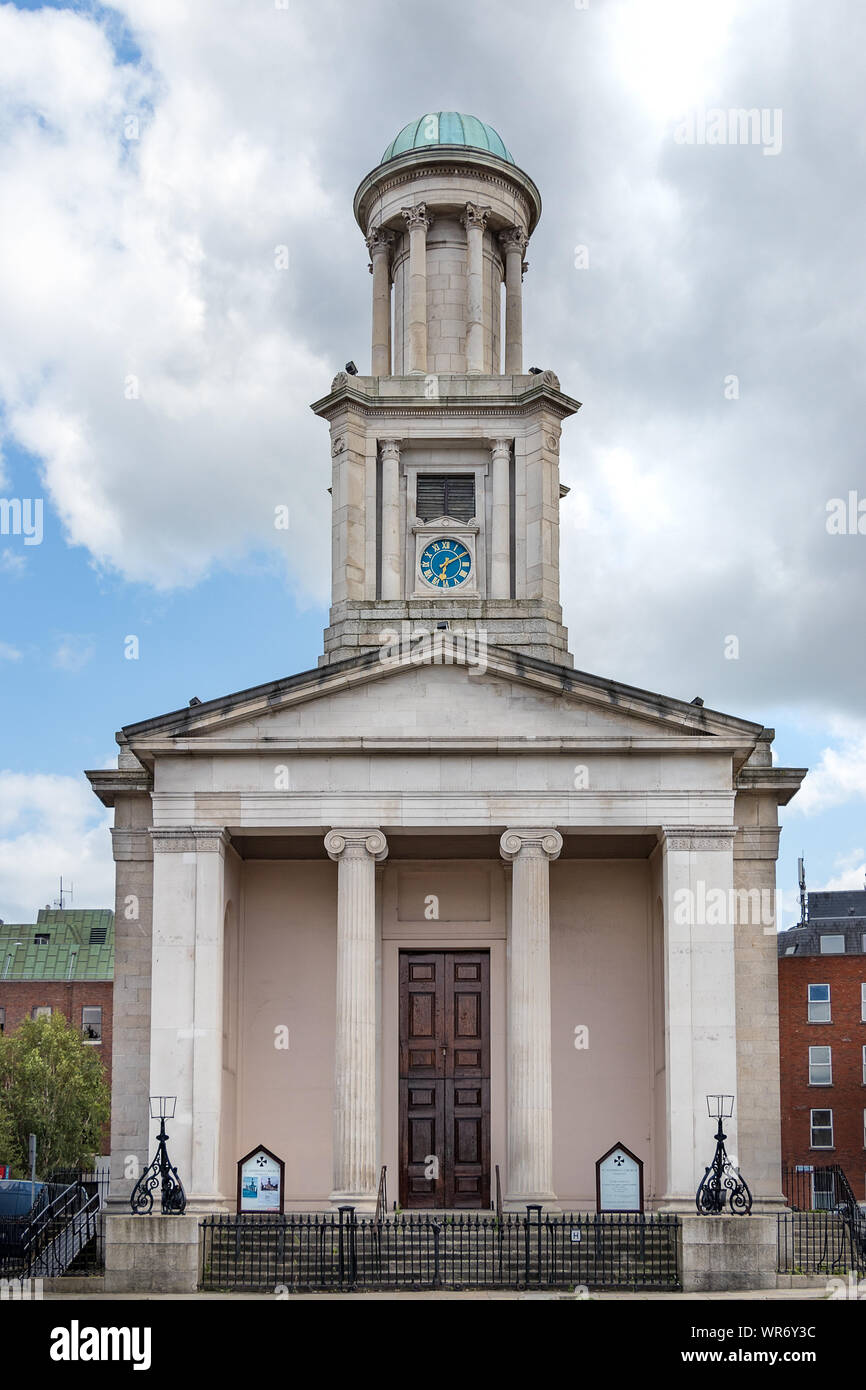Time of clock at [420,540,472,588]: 6:10
